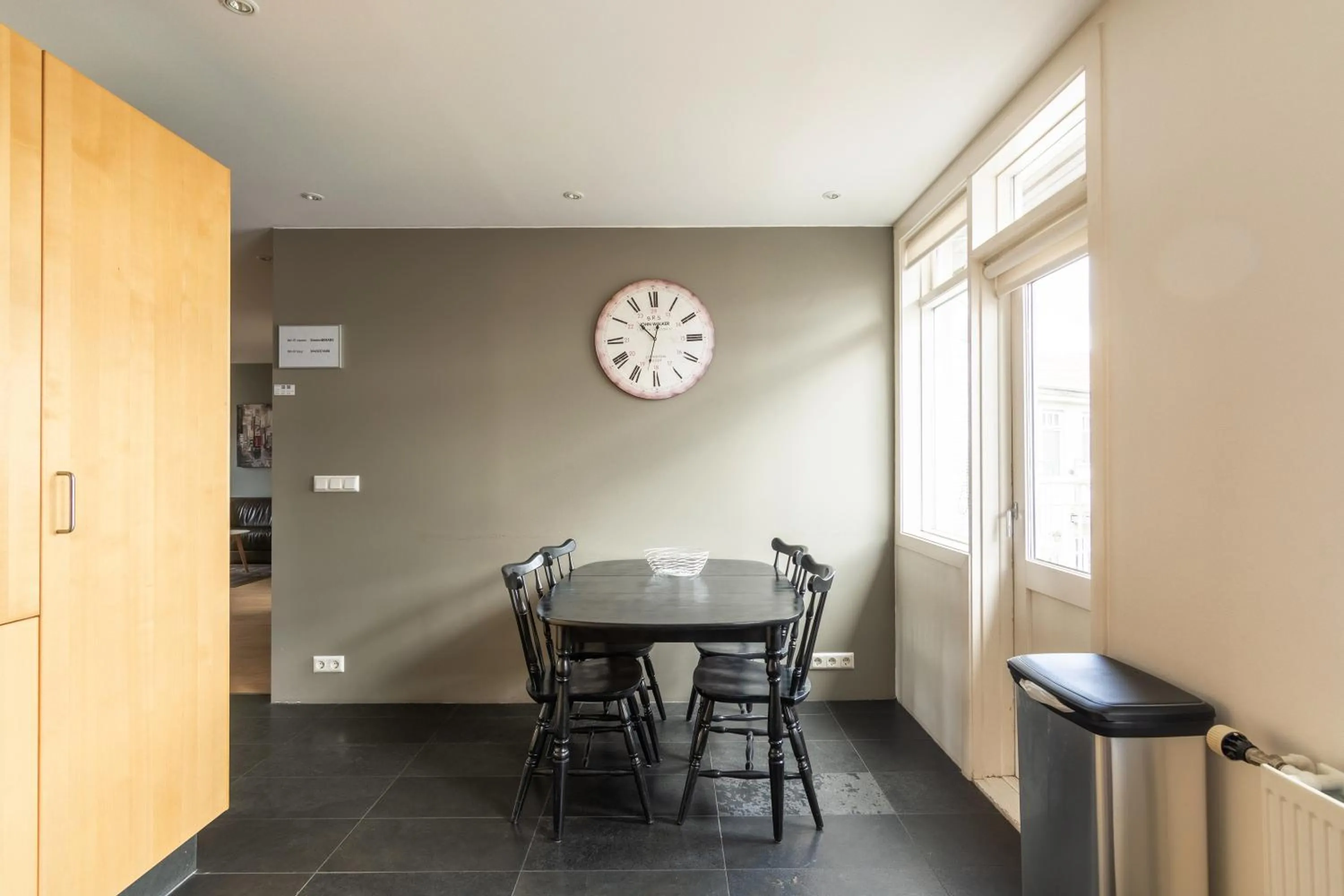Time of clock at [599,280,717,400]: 10:32
